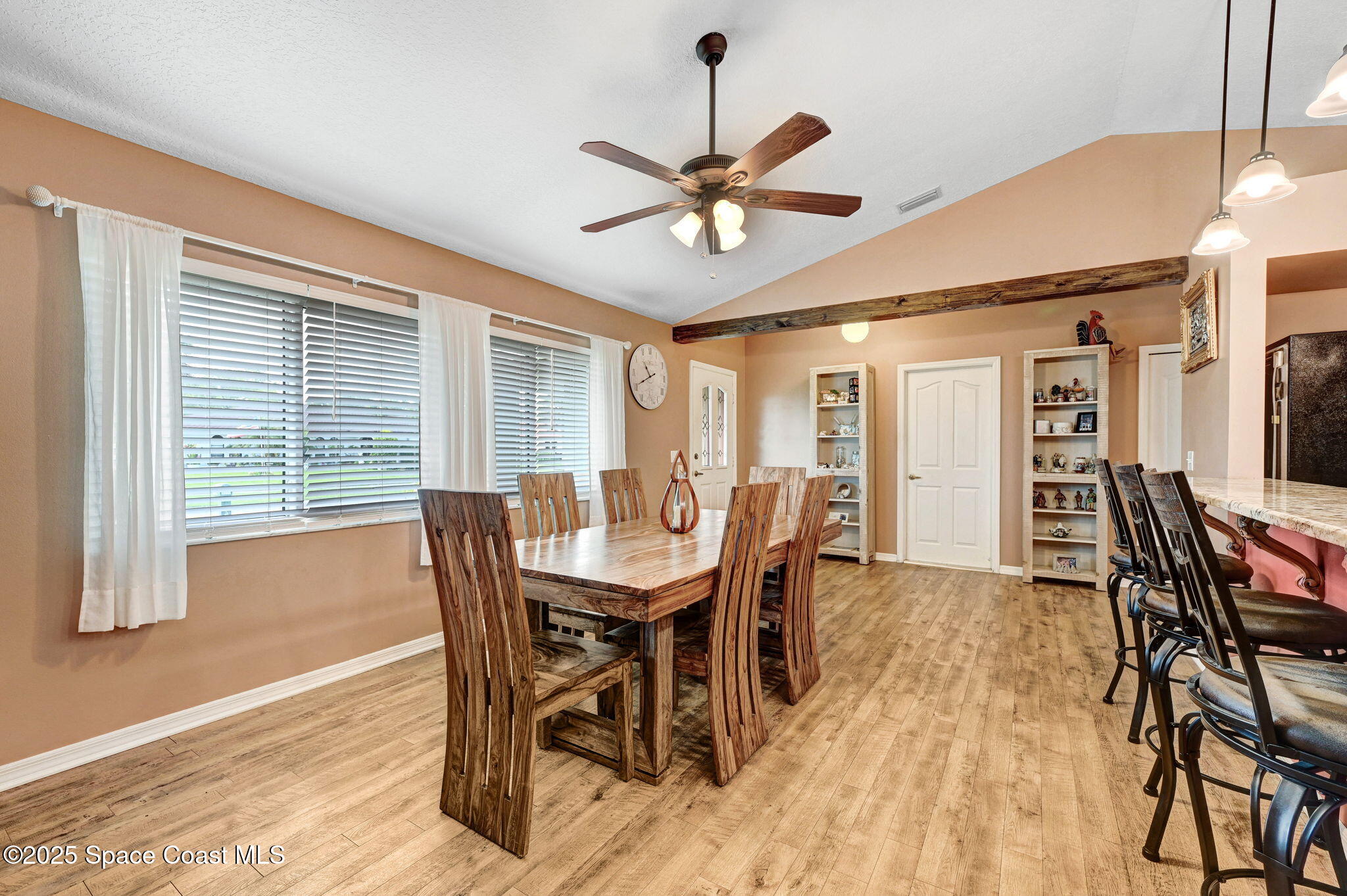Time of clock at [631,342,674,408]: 10:40
